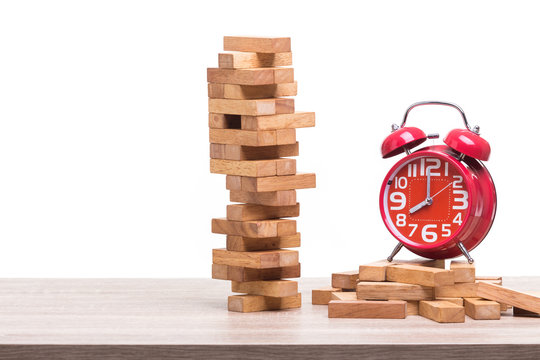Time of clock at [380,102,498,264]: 7:59
